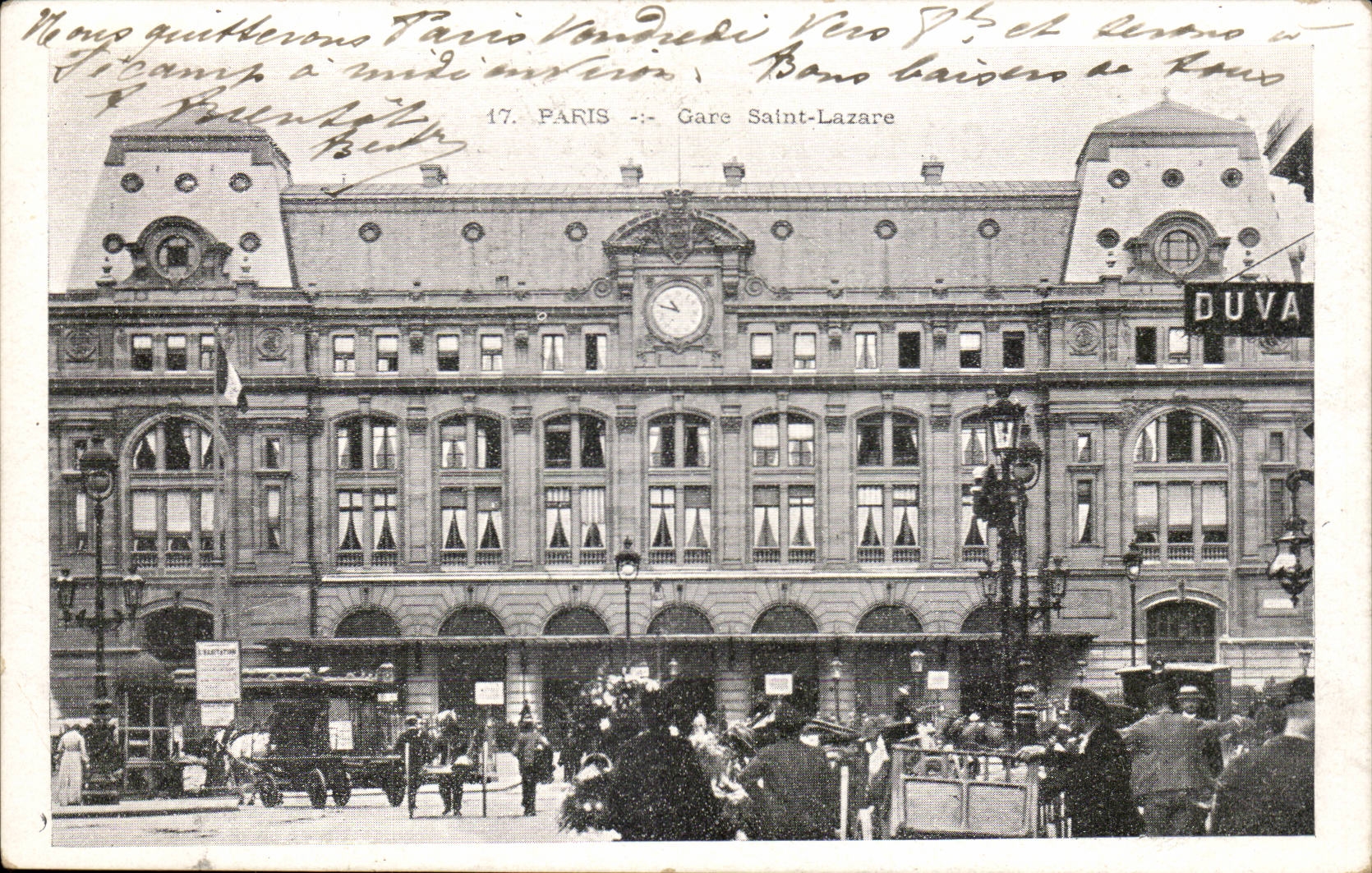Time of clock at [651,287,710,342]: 10:47
